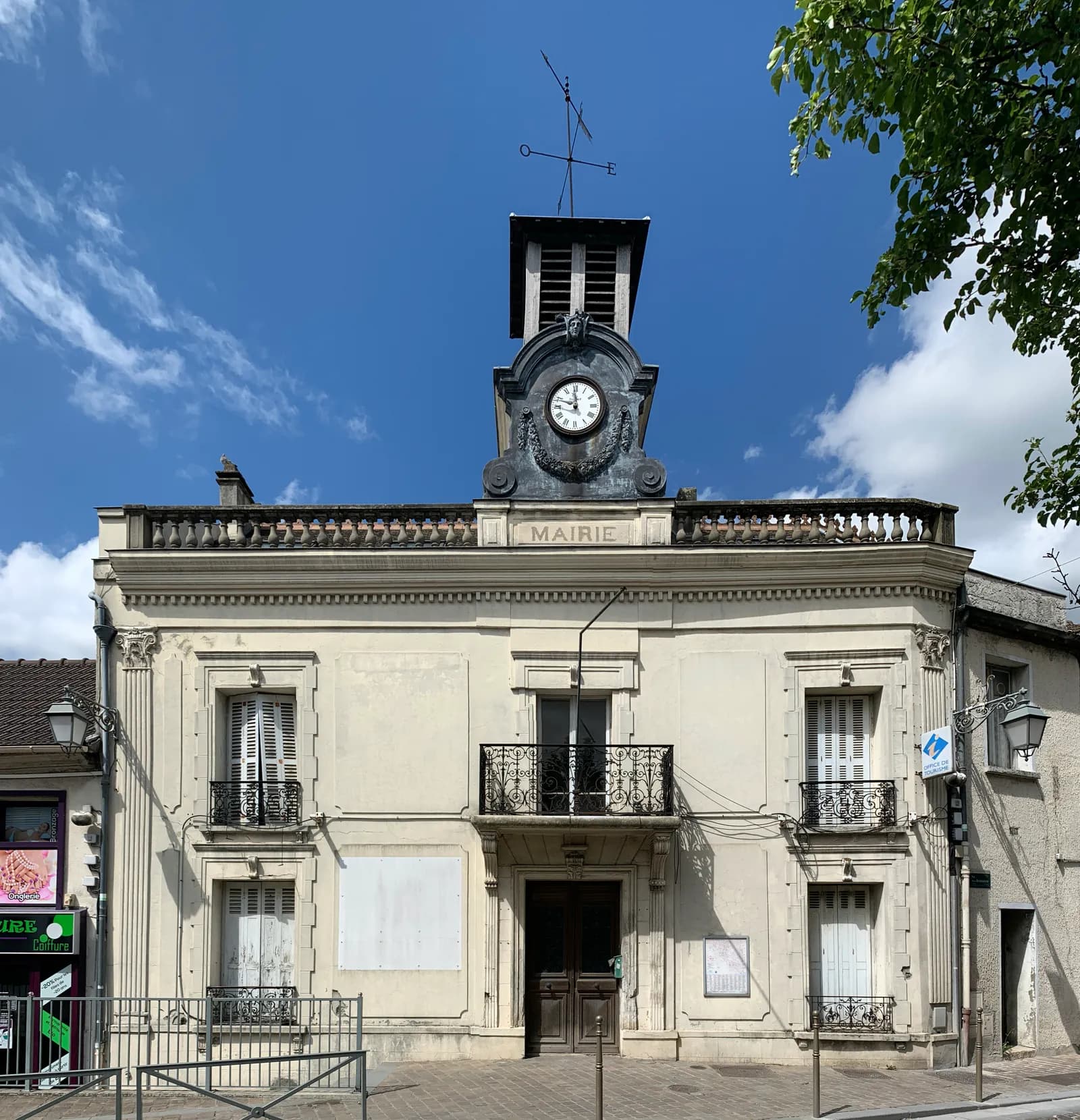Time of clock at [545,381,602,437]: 11:48
